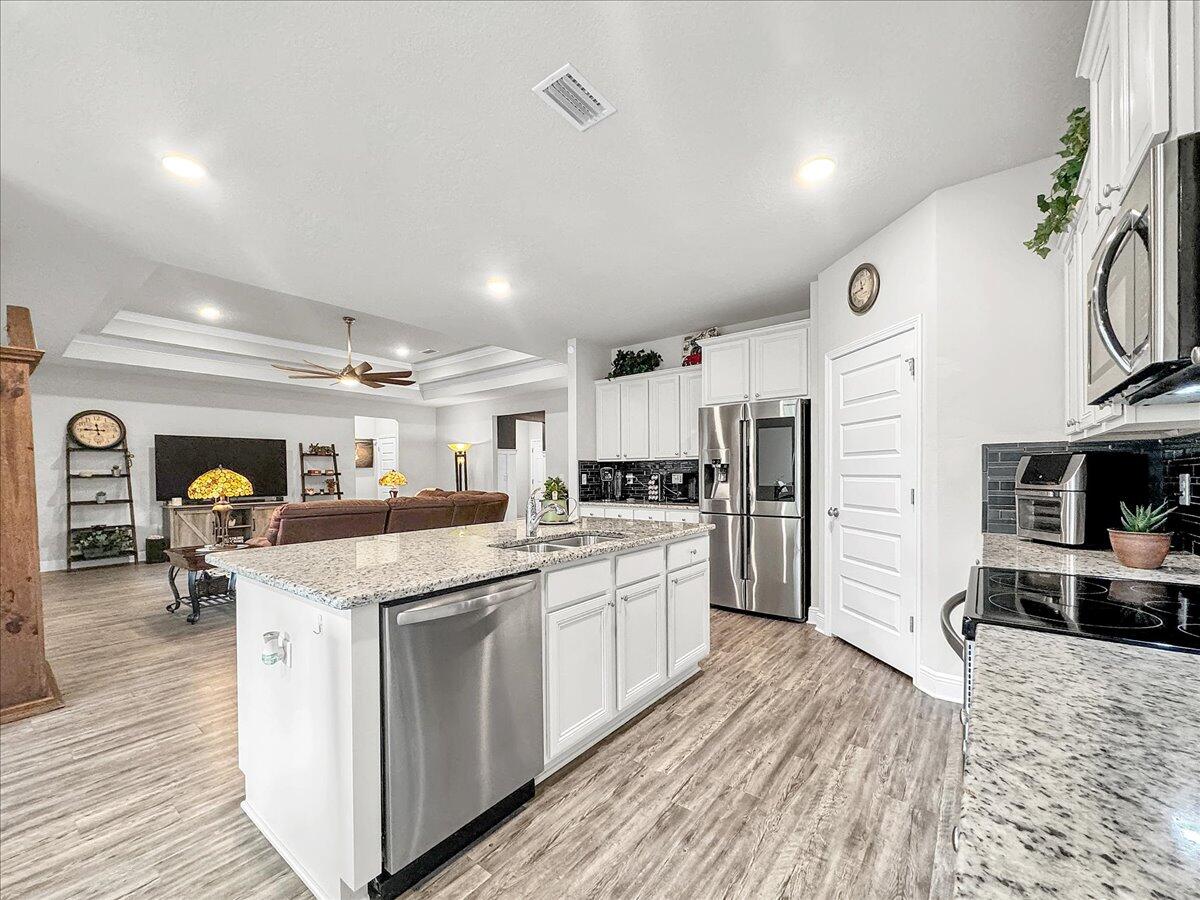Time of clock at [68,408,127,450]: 11:46
